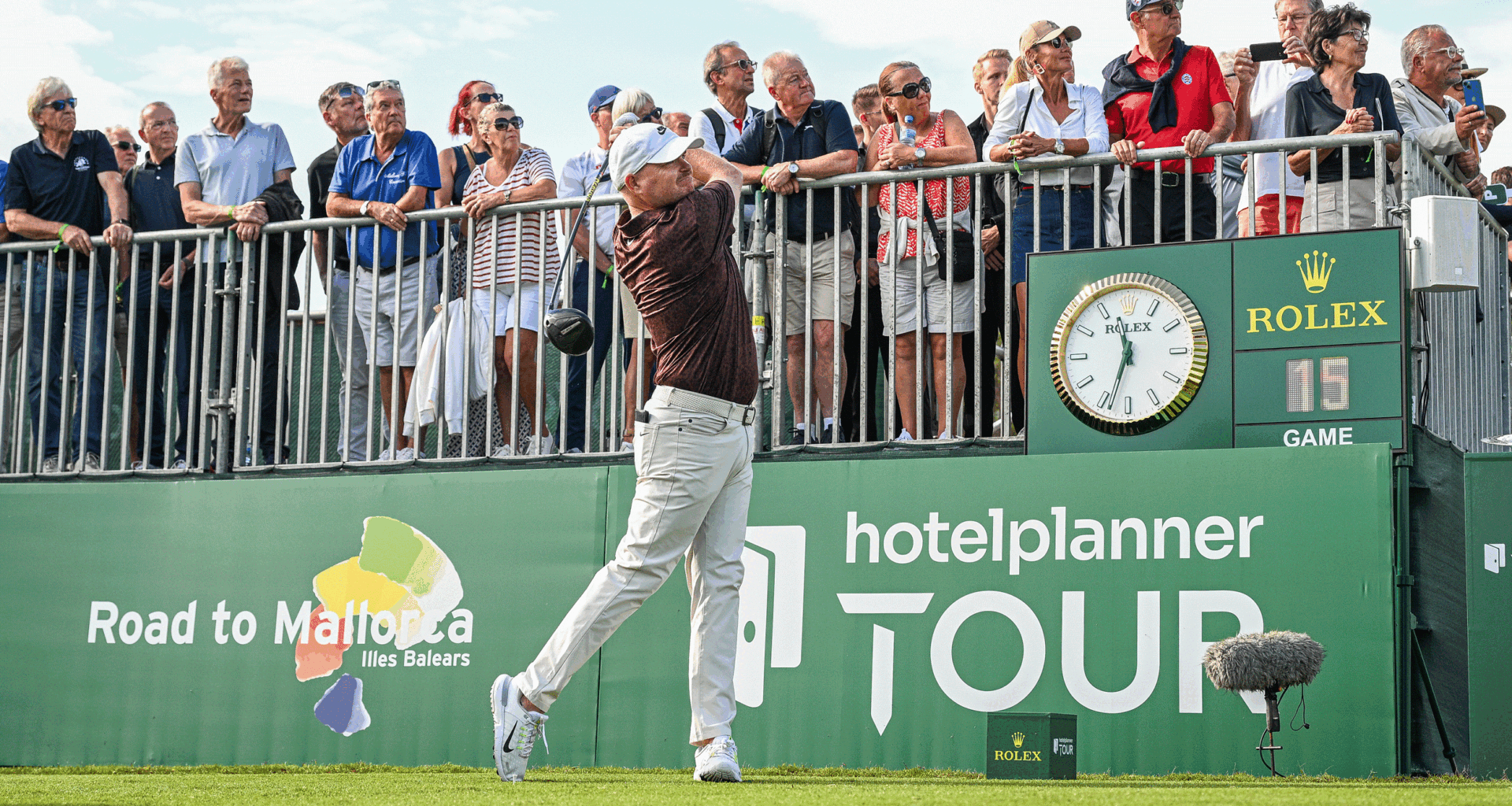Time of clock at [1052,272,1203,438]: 11:33
